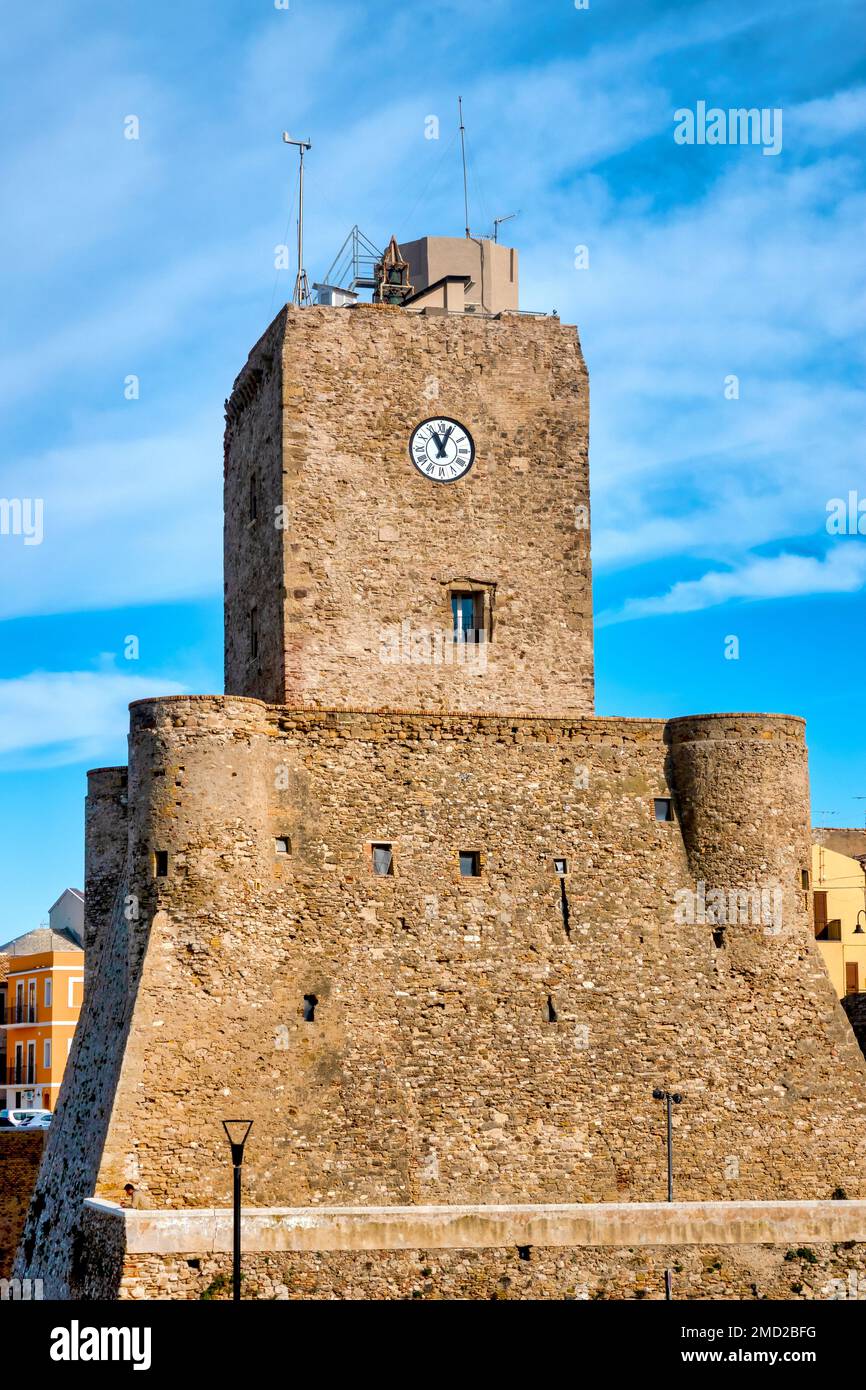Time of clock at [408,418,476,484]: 11:03
